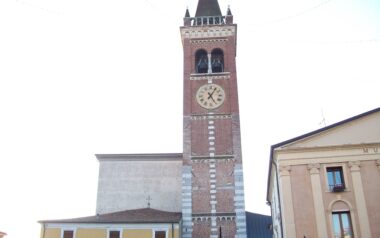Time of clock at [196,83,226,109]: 5:05
